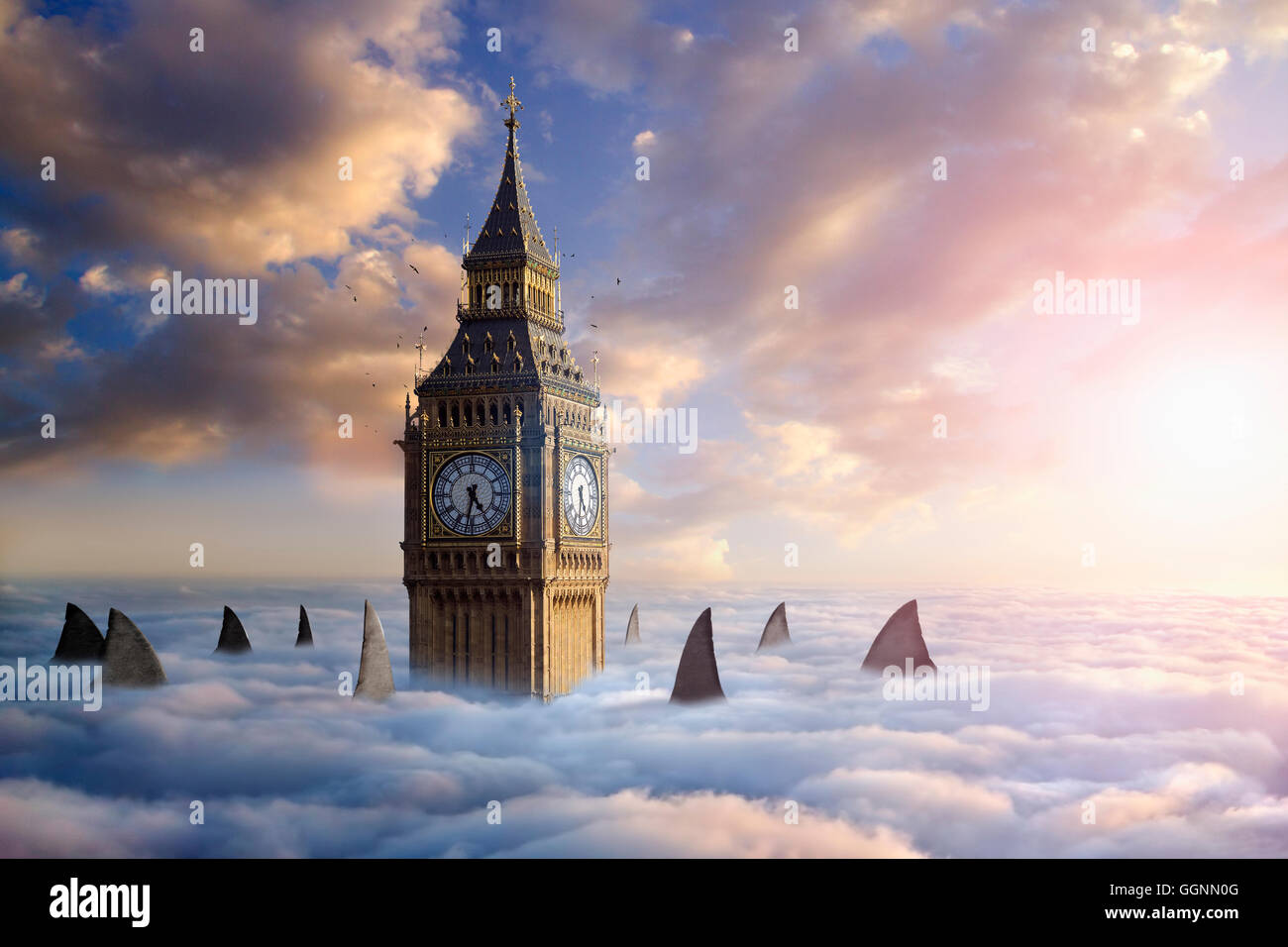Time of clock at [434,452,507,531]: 4:32
